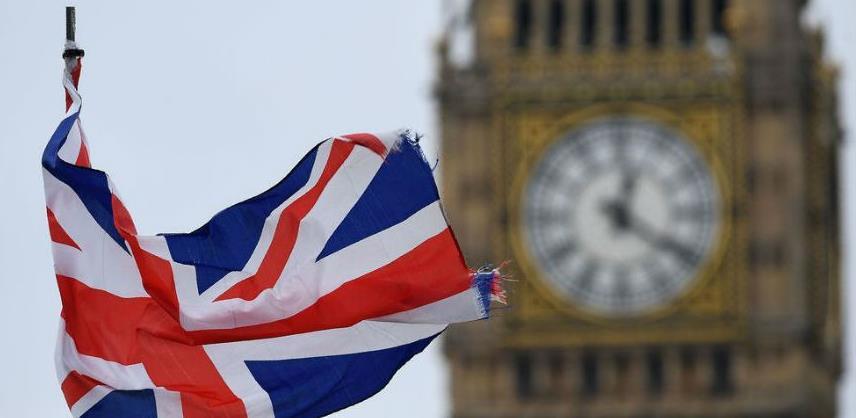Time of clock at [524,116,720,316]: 12:21
